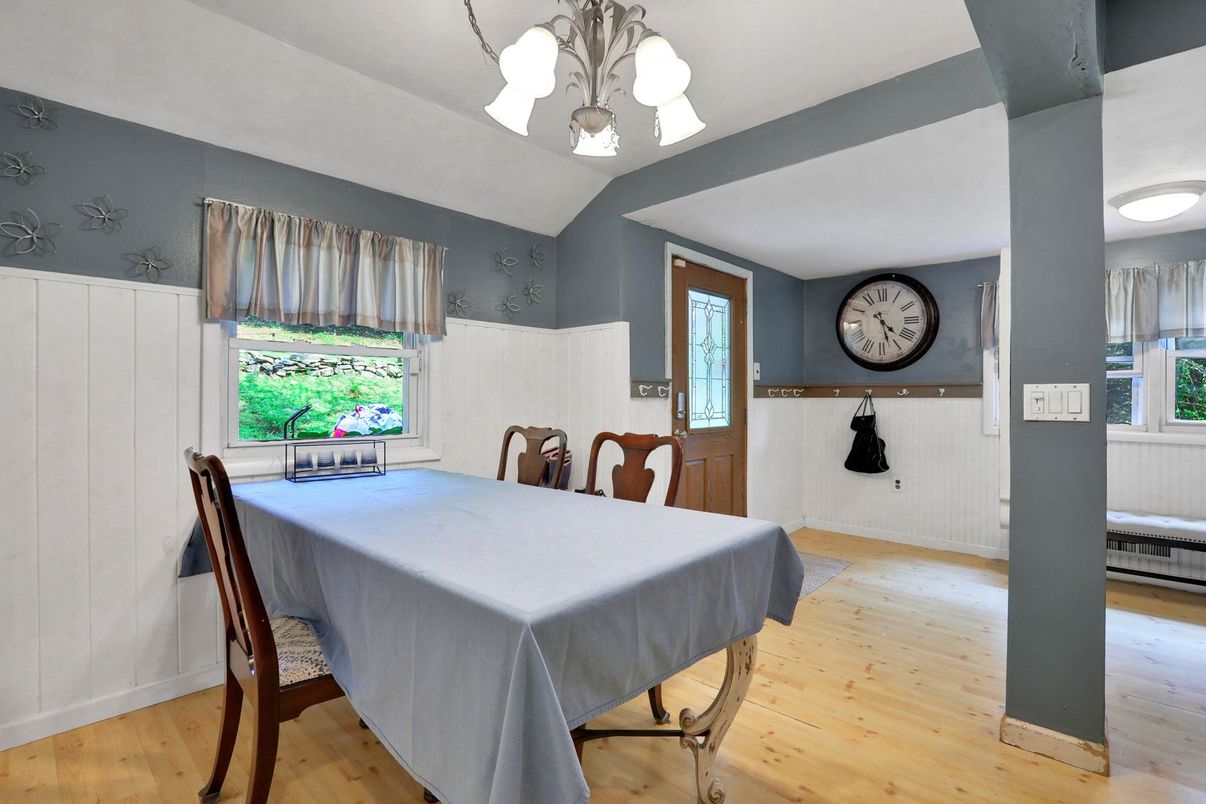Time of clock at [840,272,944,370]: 4:27
